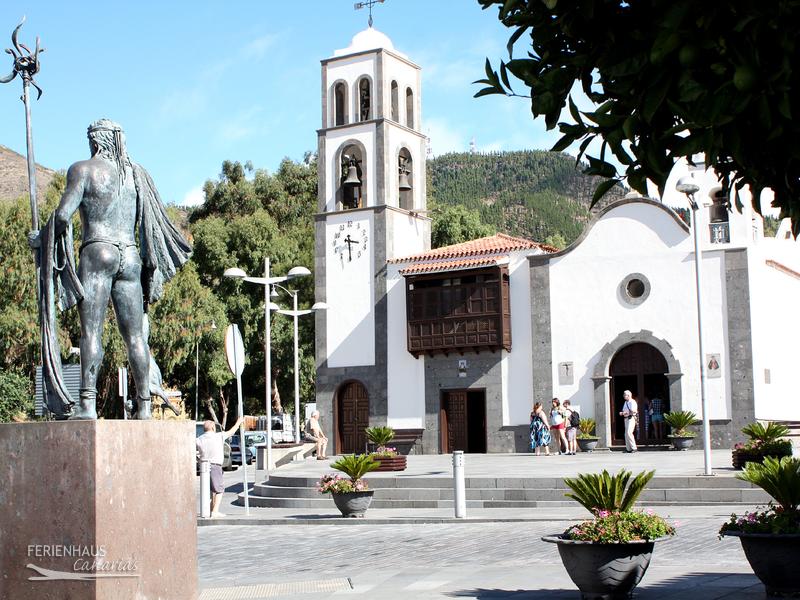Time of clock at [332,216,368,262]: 3:29
